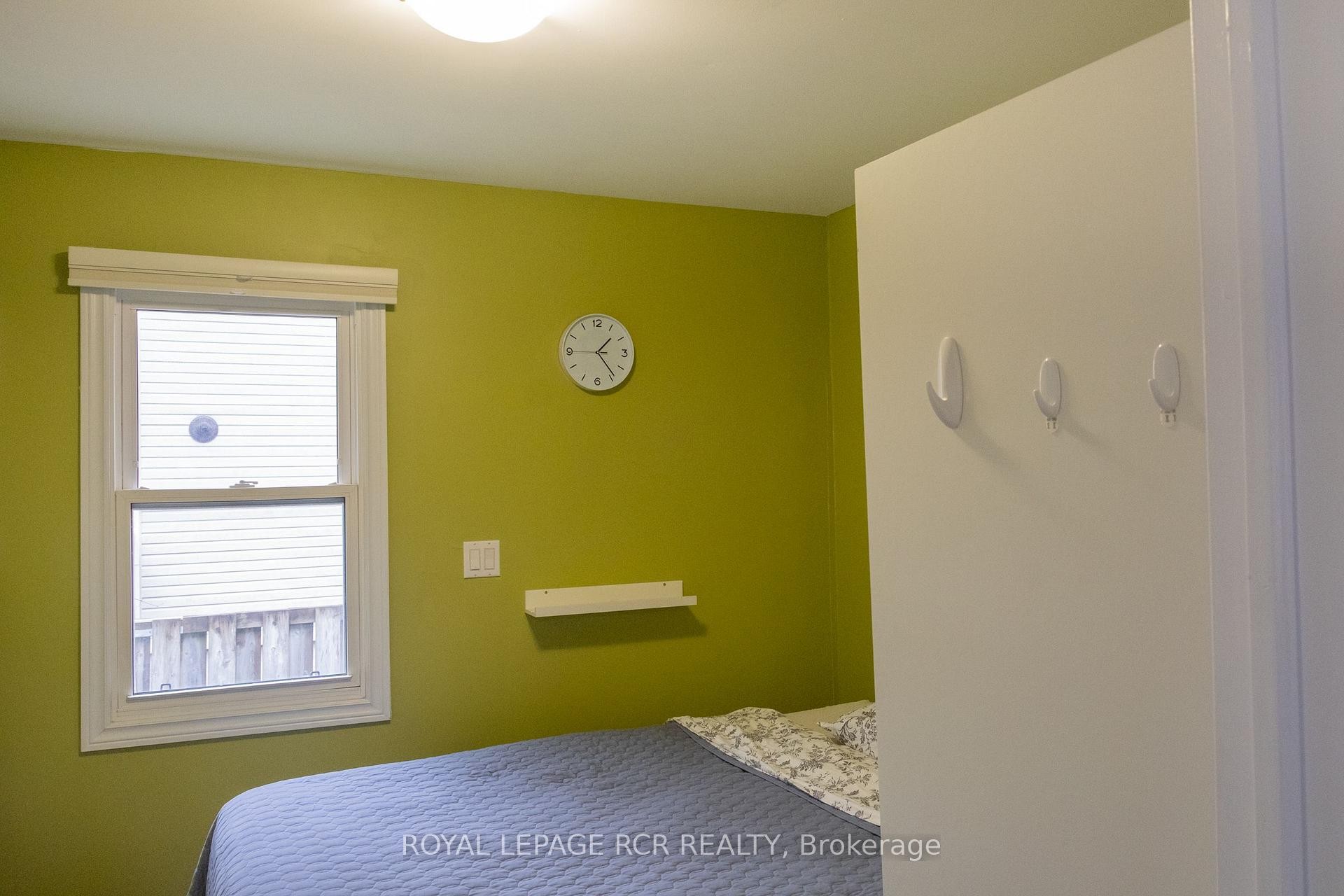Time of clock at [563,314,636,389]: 1:23
